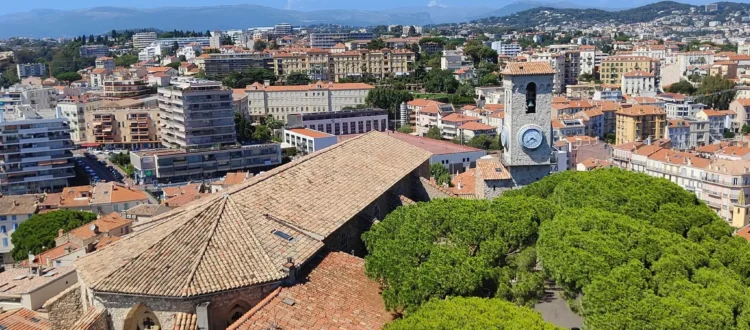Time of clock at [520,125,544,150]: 3:38
